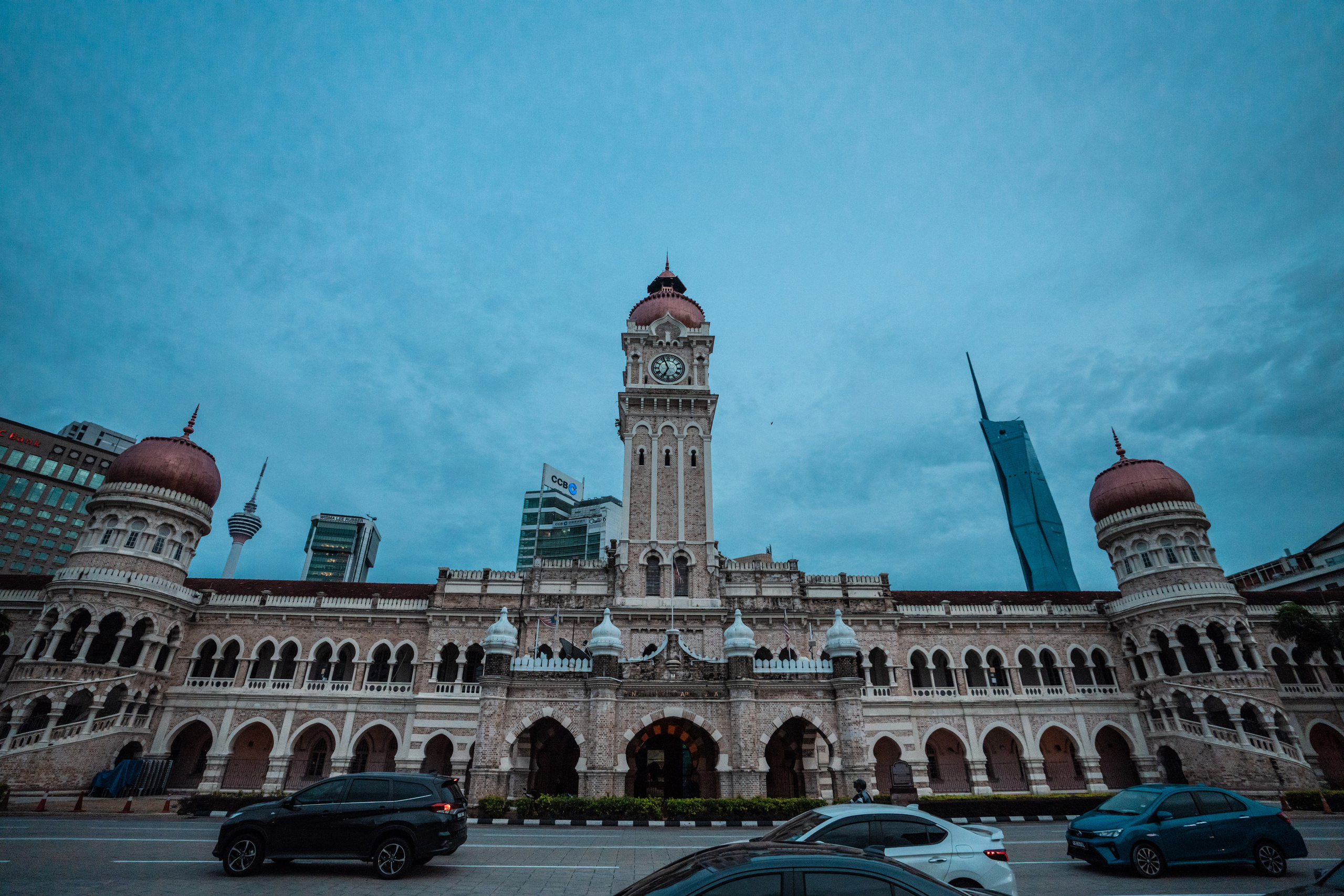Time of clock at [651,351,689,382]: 6:56
